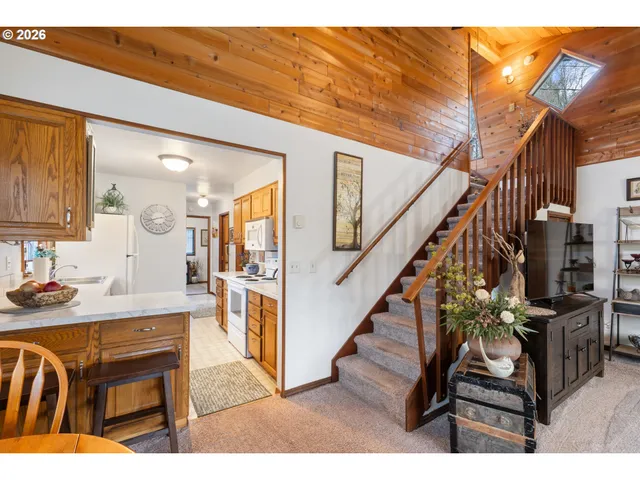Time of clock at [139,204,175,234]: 2:42
